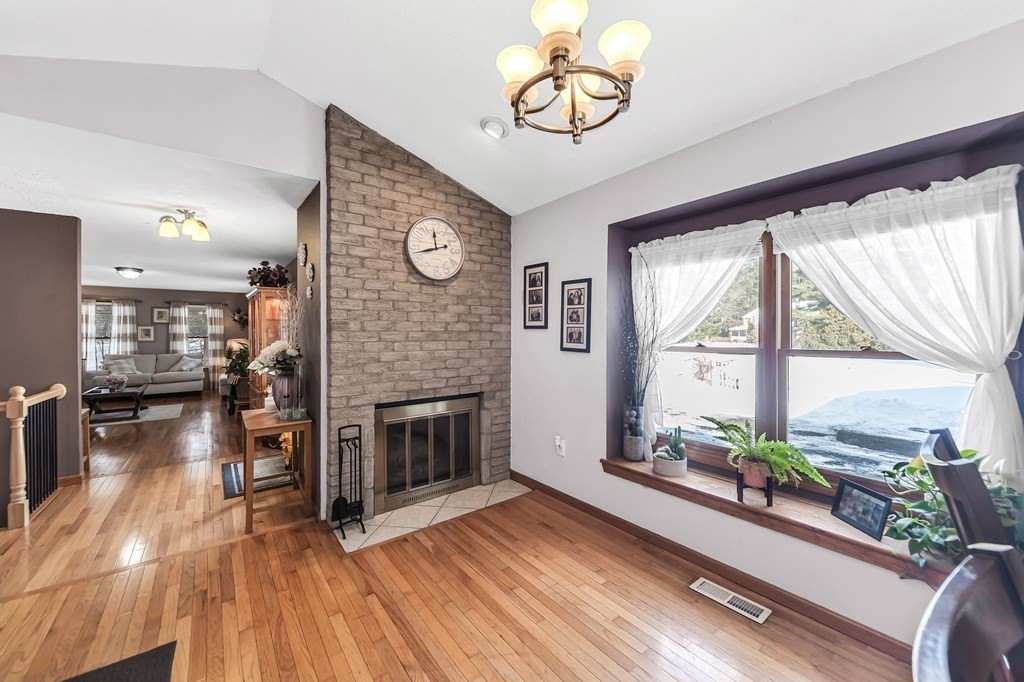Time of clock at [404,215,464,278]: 11:42
